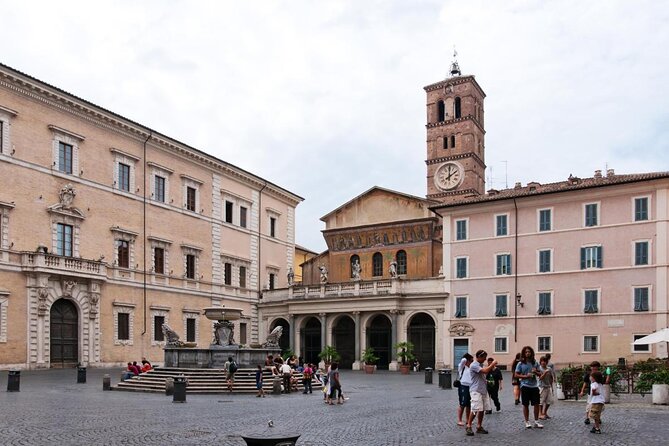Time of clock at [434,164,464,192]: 2:00
